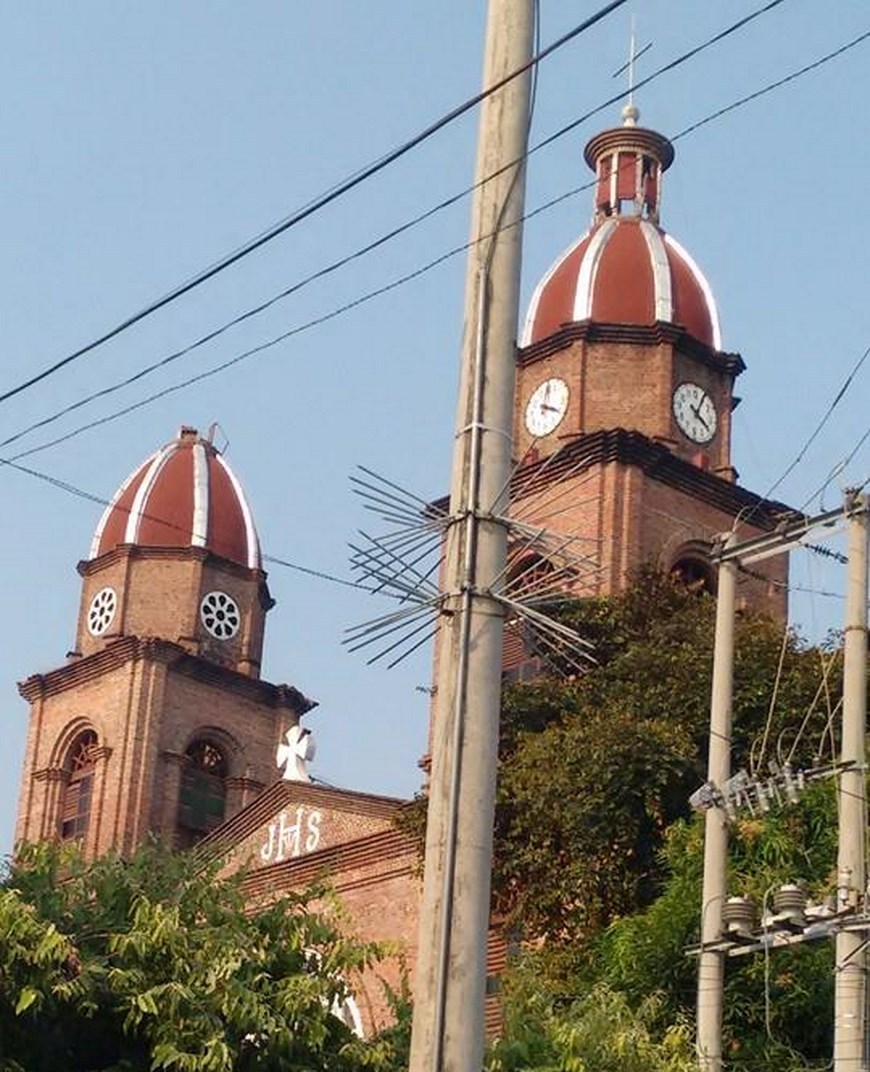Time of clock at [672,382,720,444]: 4:04
